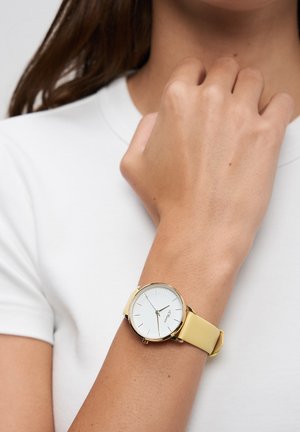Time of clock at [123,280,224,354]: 2:29
